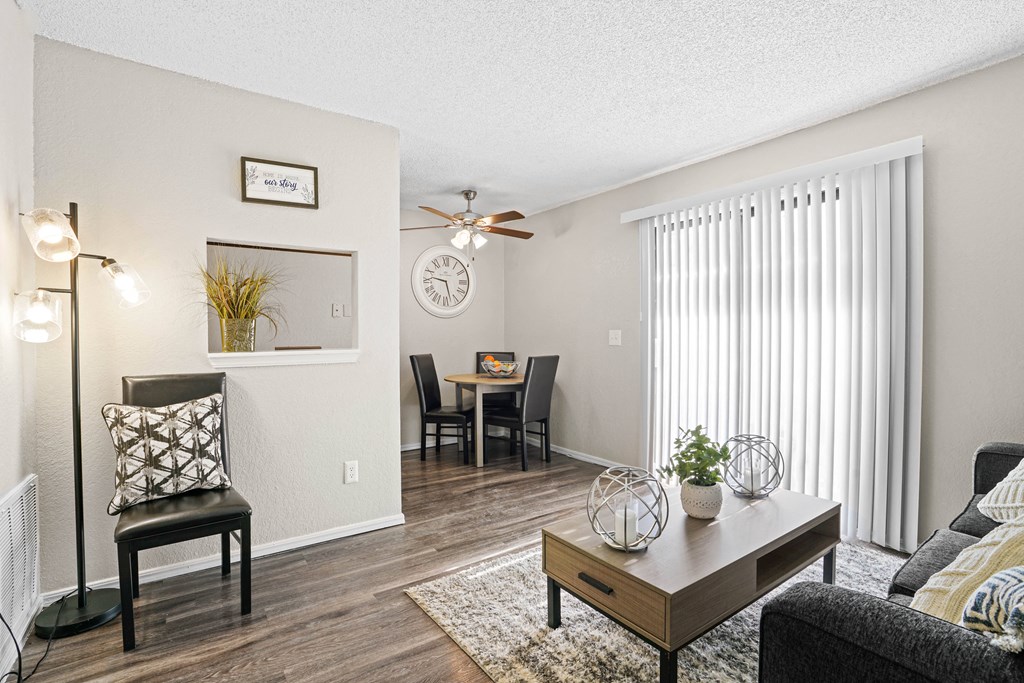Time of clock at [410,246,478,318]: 9:27
